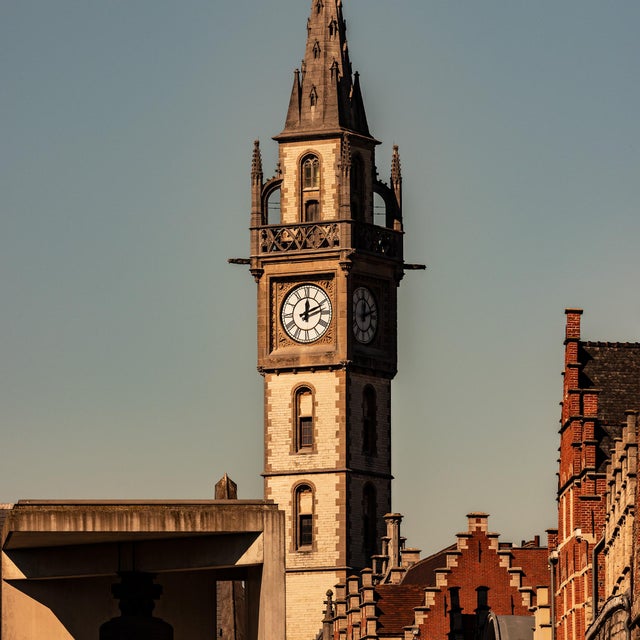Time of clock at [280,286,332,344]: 12:11
